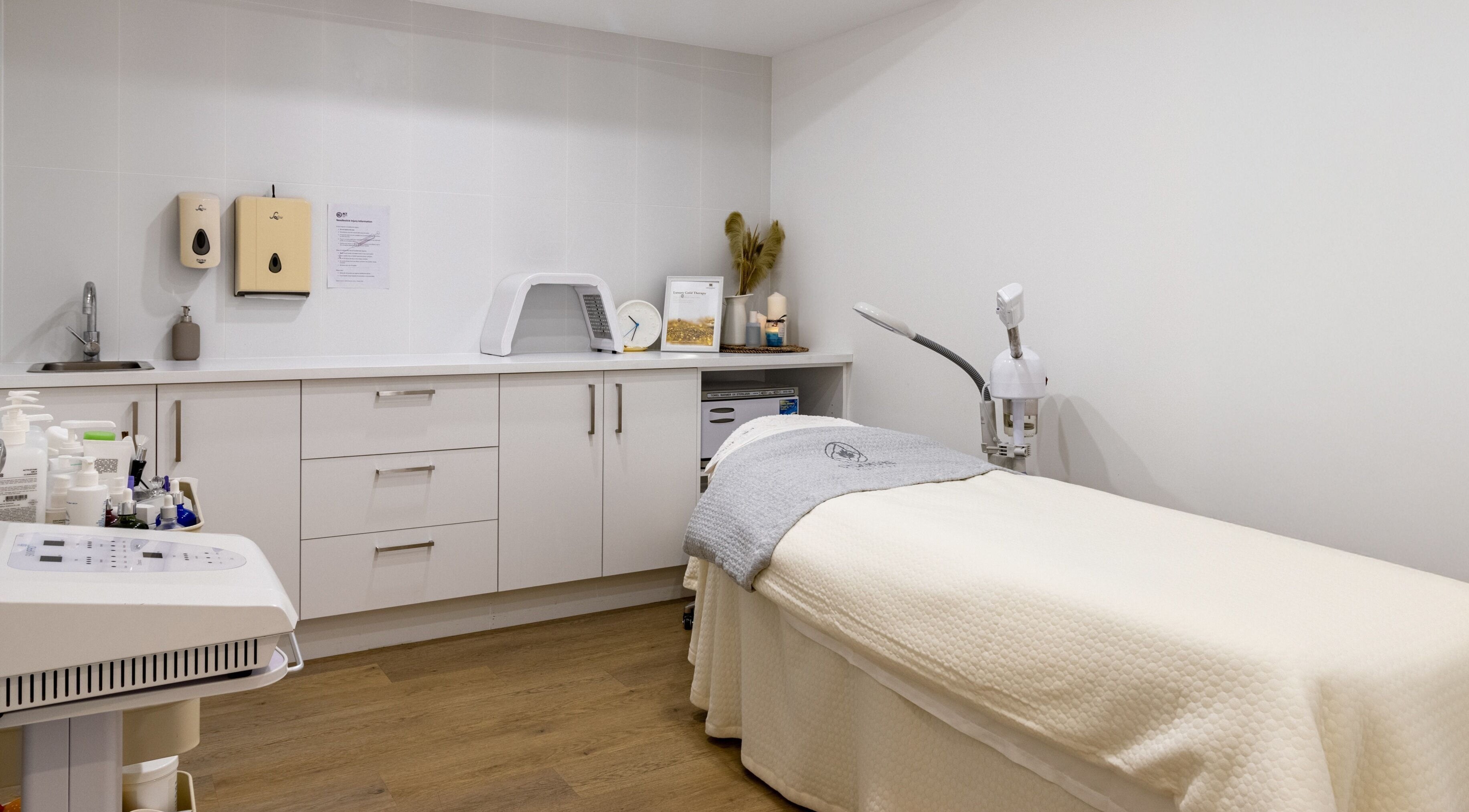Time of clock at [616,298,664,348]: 10:33
